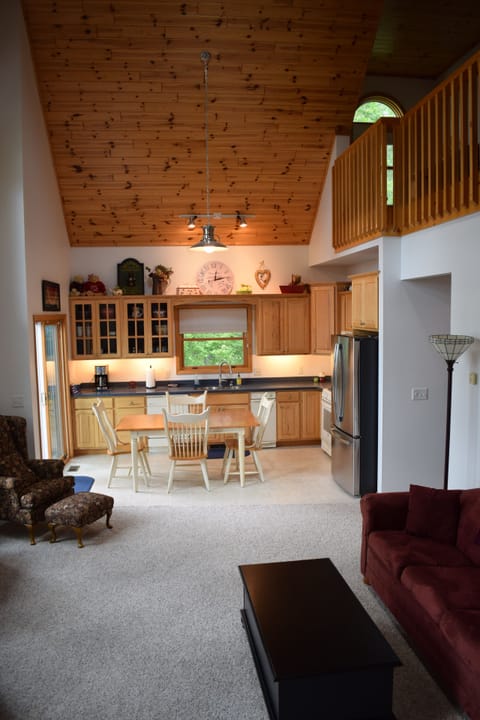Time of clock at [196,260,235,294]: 12:13
